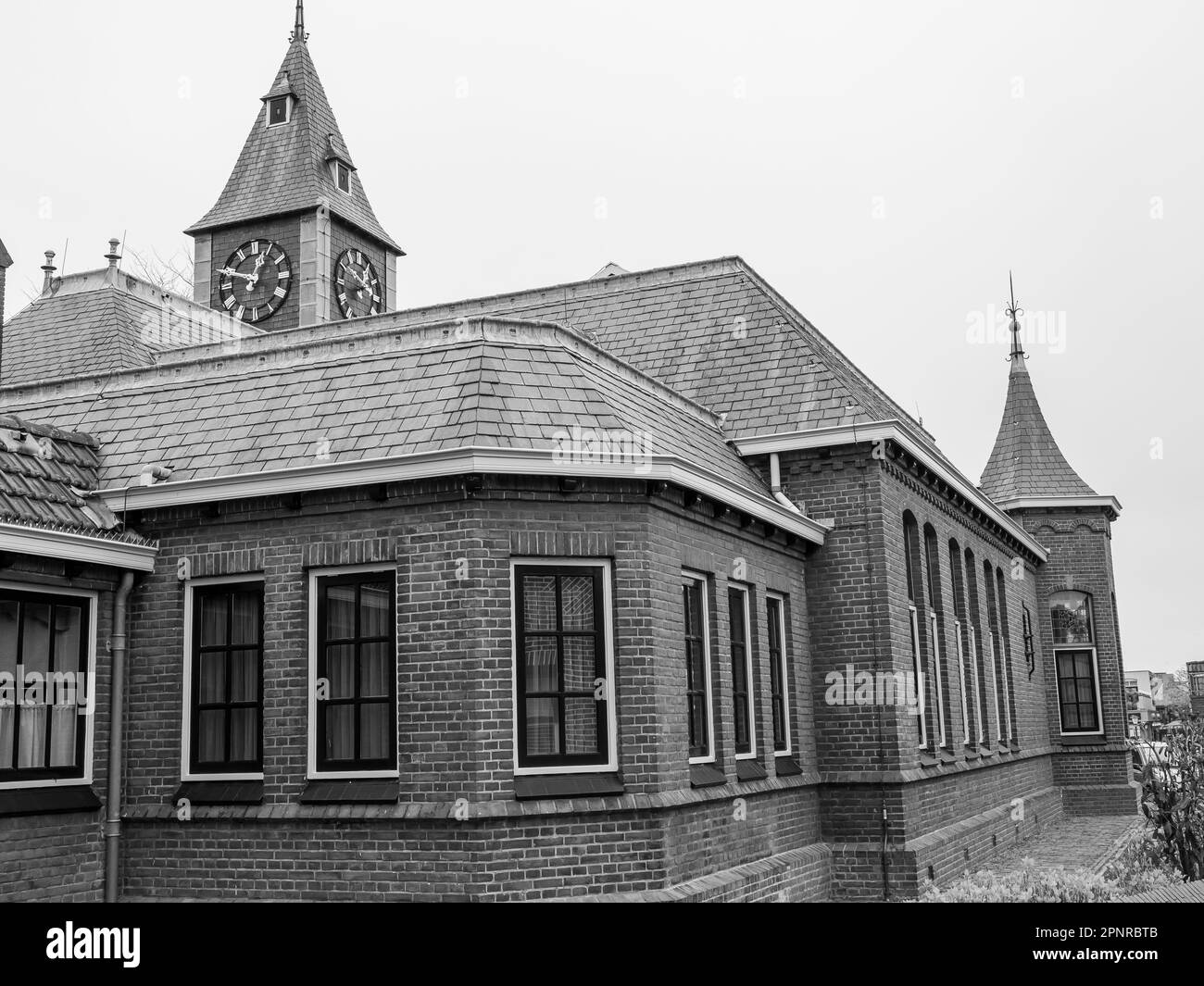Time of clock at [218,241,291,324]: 12:48
